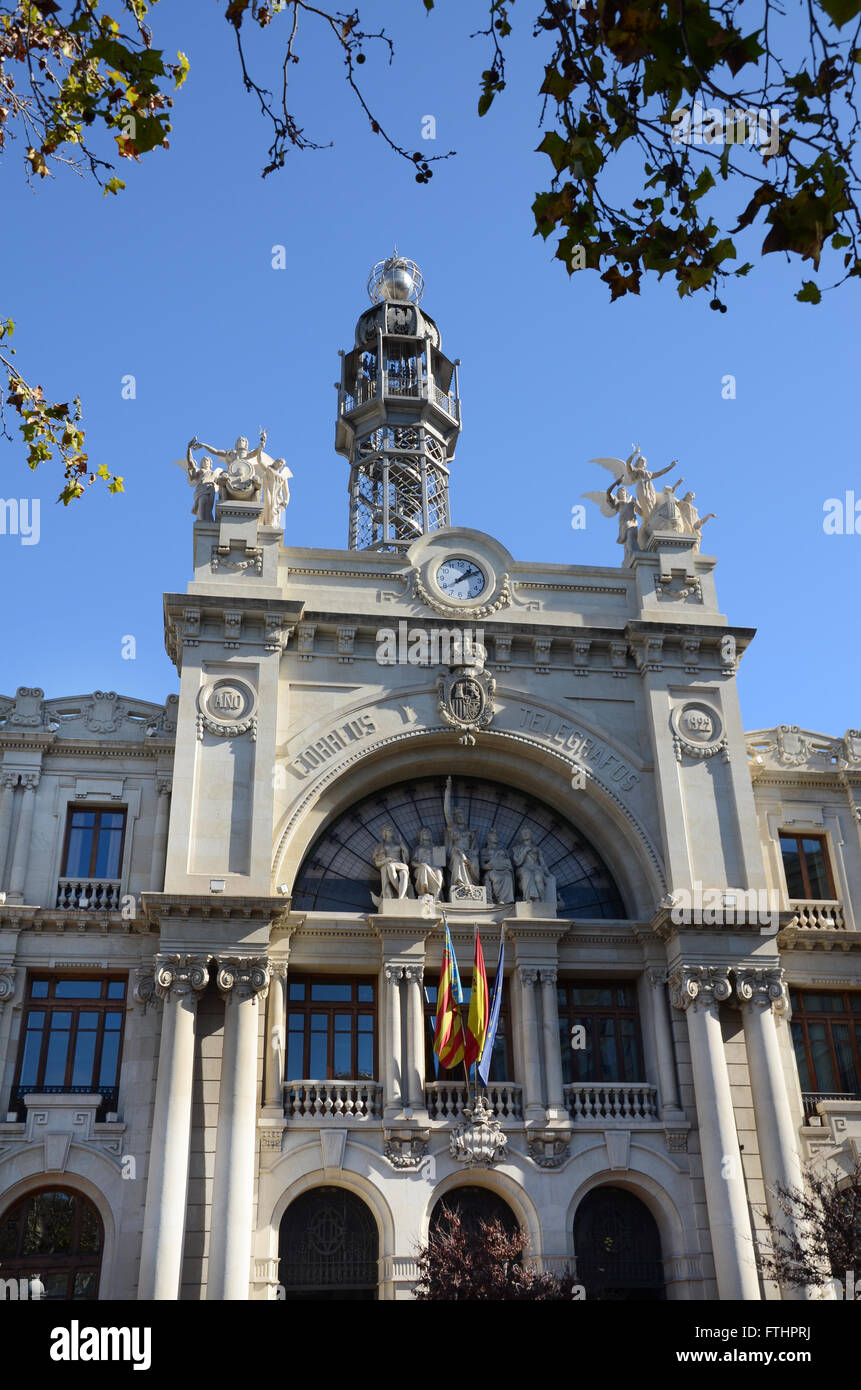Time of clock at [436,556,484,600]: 1:09
